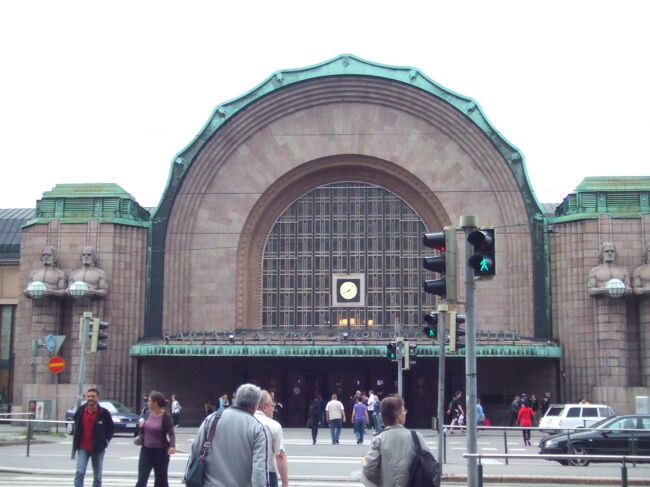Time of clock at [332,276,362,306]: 8:07
